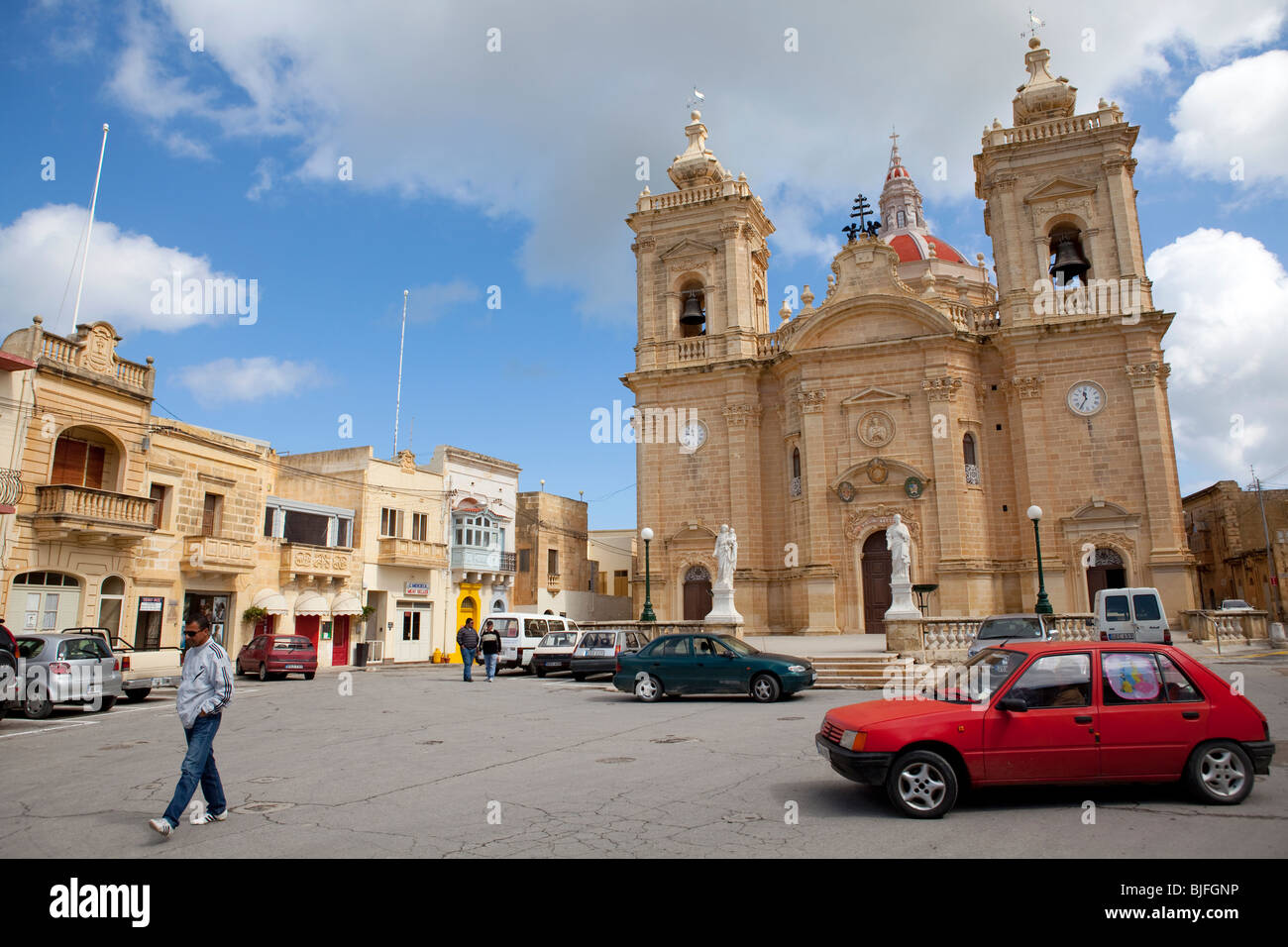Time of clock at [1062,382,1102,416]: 11:35
